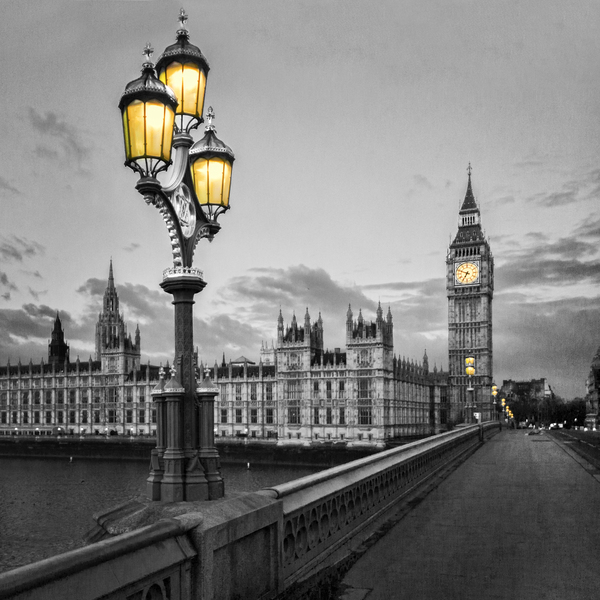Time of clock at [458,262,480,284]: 6:48
